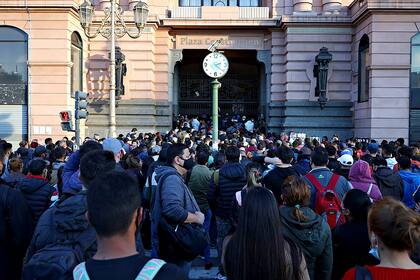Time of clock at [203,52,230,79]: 2:21
